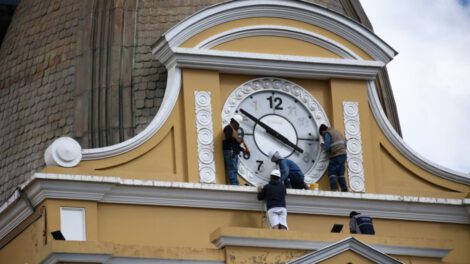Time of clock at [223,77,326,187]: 3:50
